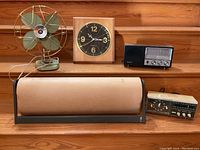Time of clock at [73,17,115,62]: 10:39
